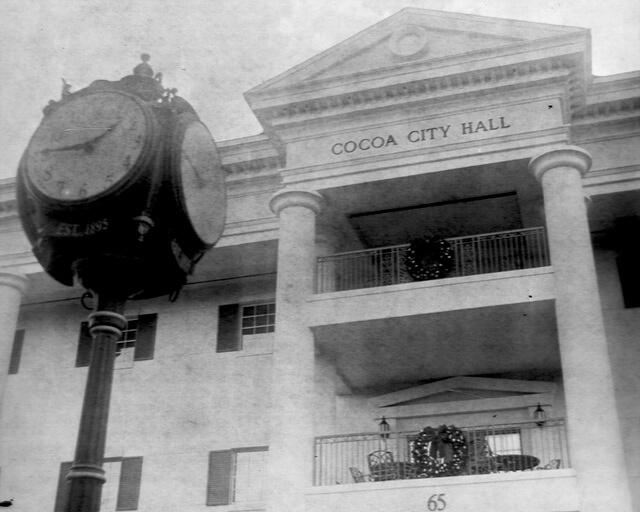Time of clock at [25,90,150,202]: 1:45
